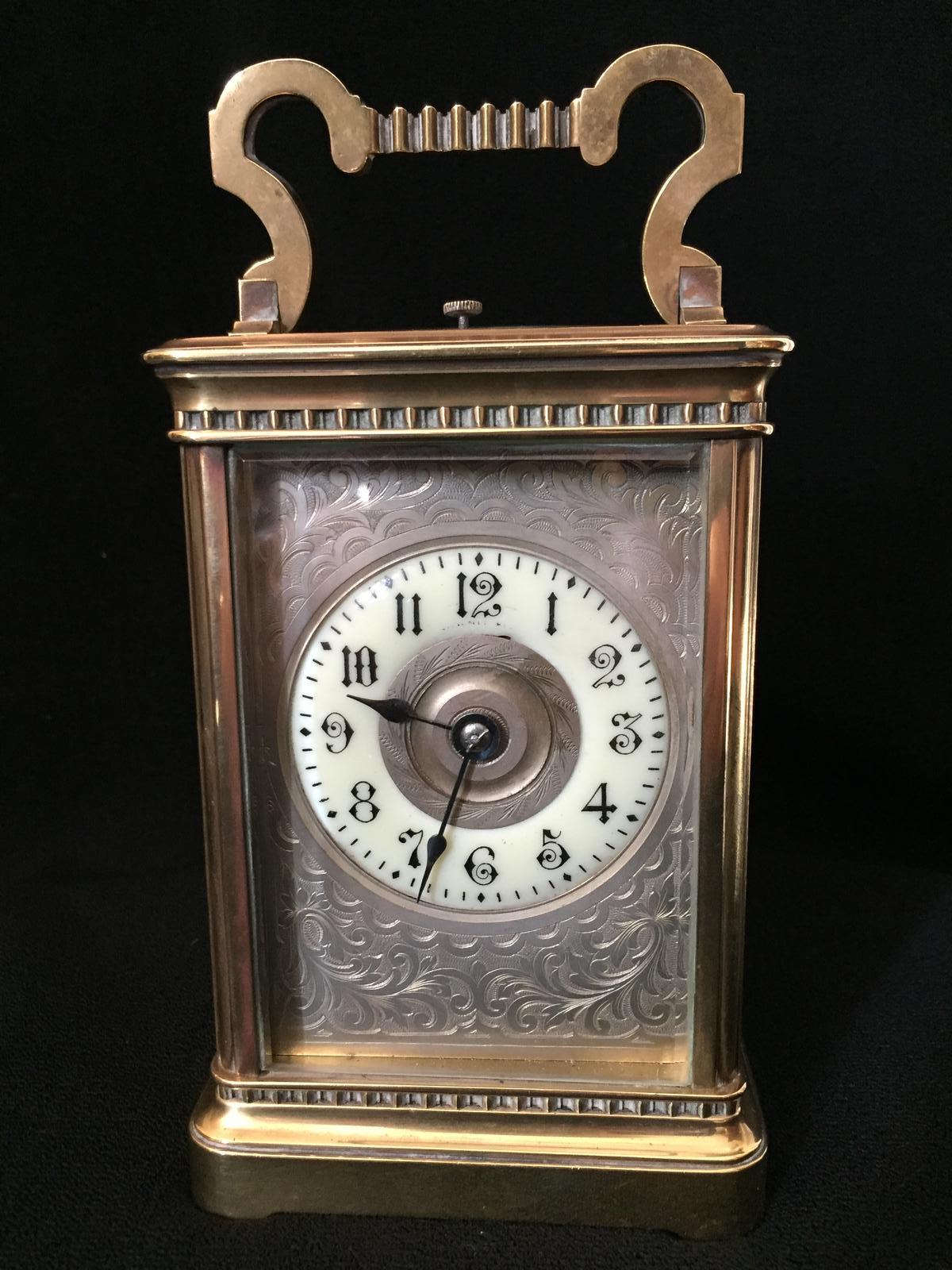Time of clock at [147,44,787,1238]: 9:34
